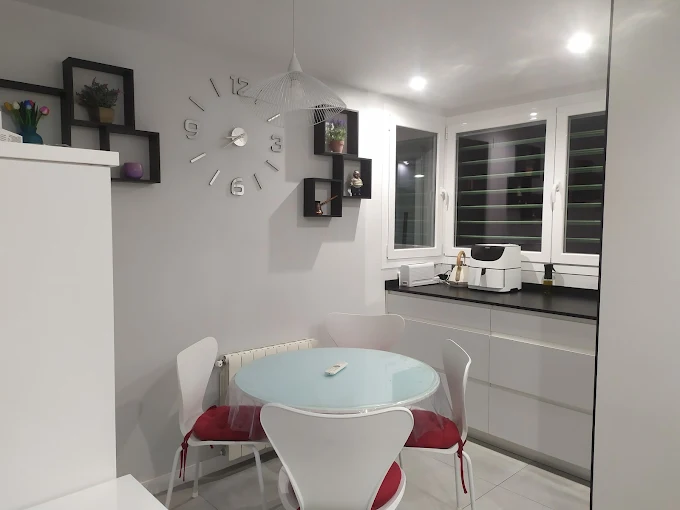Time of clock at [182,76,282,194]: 8:40
